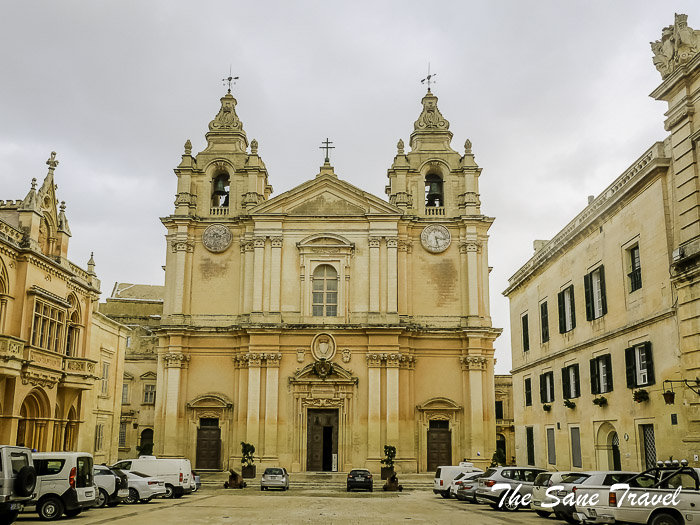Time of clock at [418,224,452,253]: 3:27
